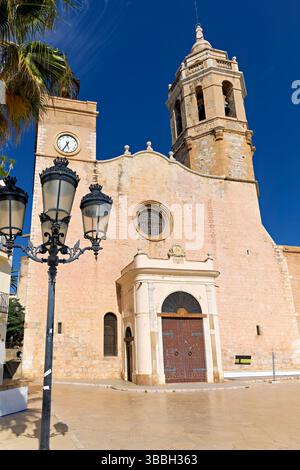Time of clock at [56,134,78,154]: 5:35
